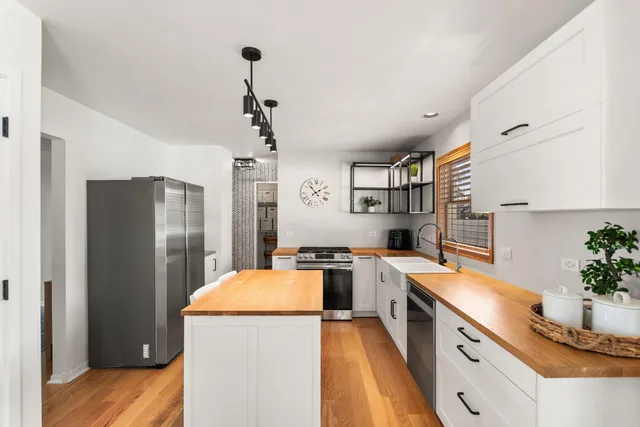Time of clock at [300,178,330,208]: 1:53
